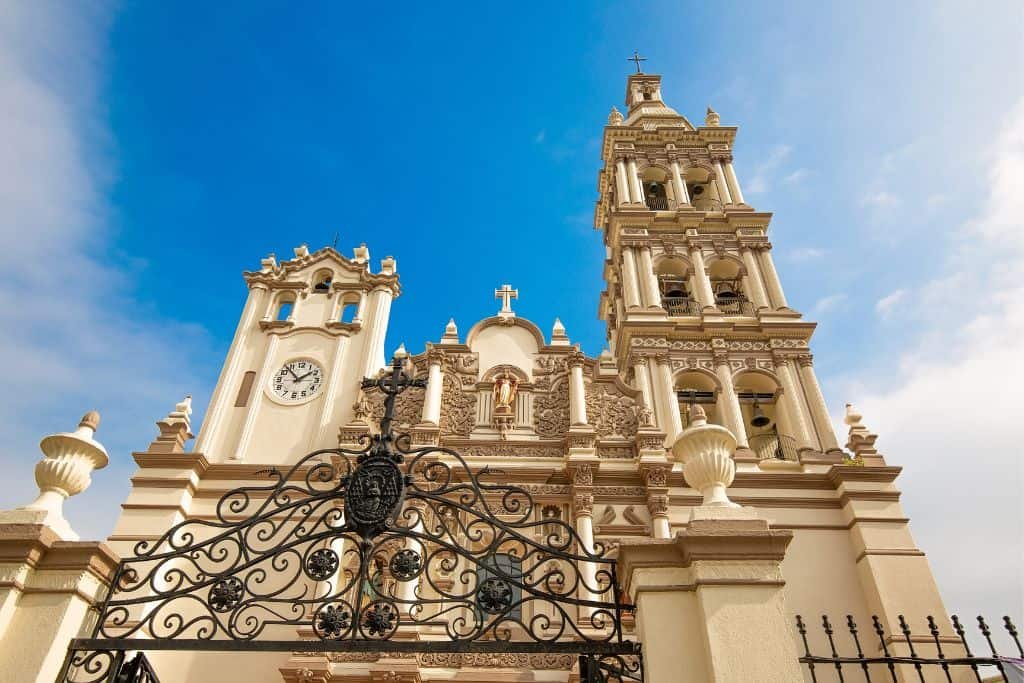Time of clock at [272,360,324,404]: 1:52
